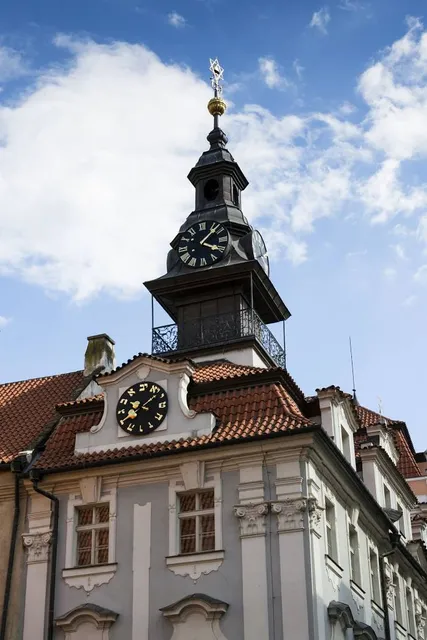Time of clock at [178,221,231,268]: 4:07
